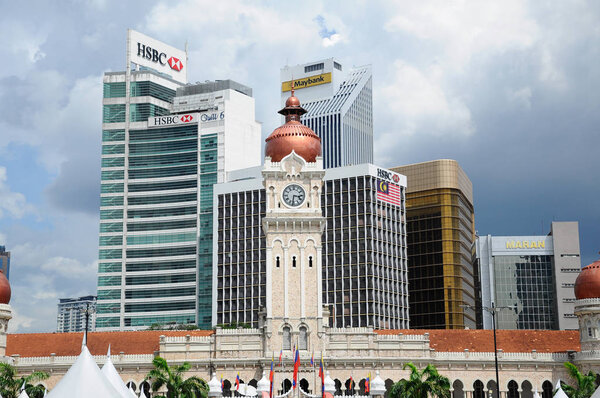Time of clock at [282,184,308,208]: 3:31
